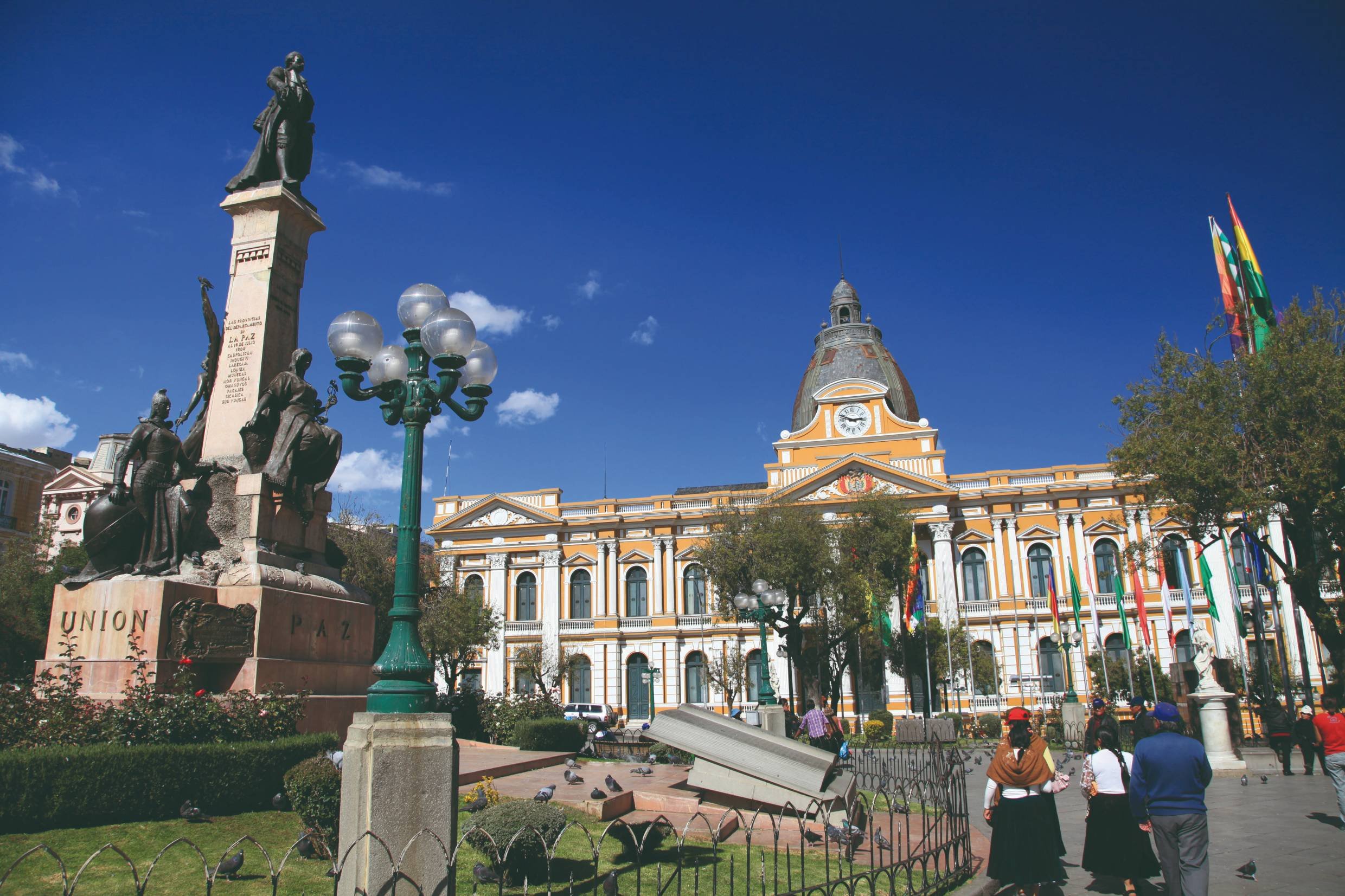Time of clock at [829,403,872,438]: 2:48
